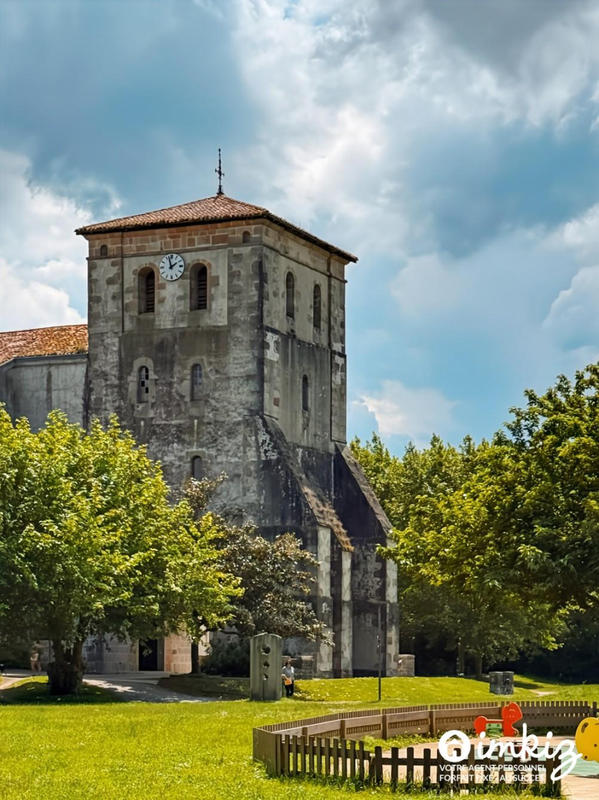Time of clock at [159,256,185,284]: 1:57
